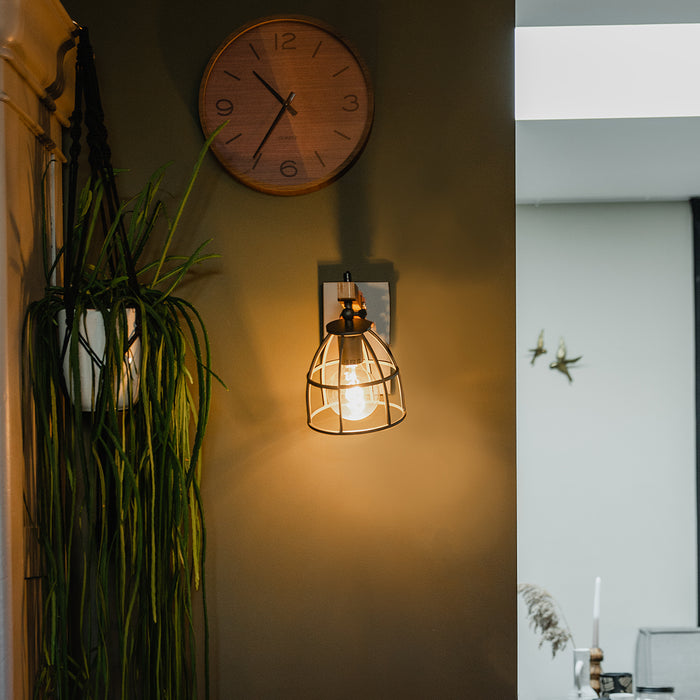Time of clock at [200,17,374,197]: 10:35
